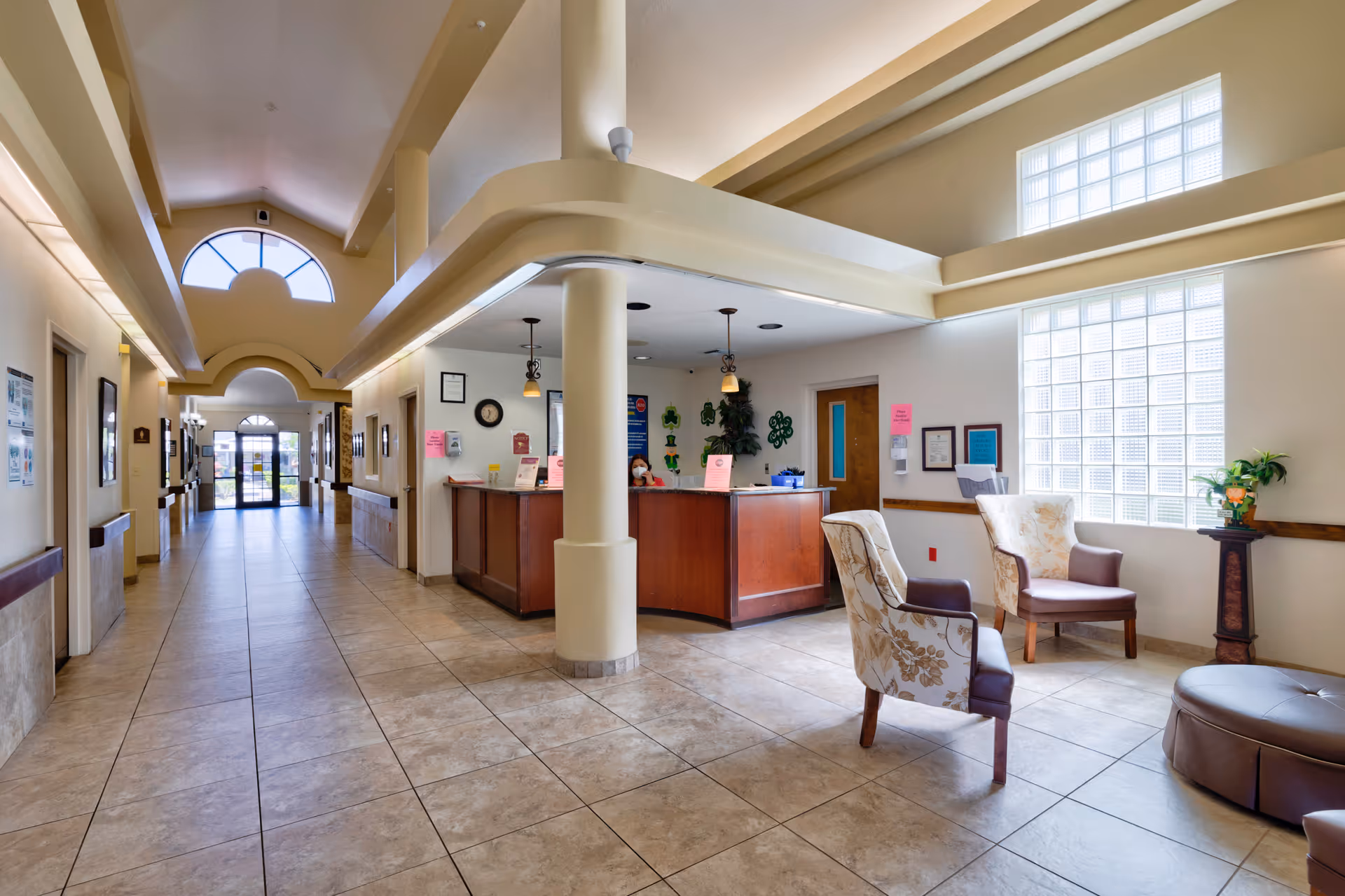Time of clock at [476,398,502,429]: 11:33
